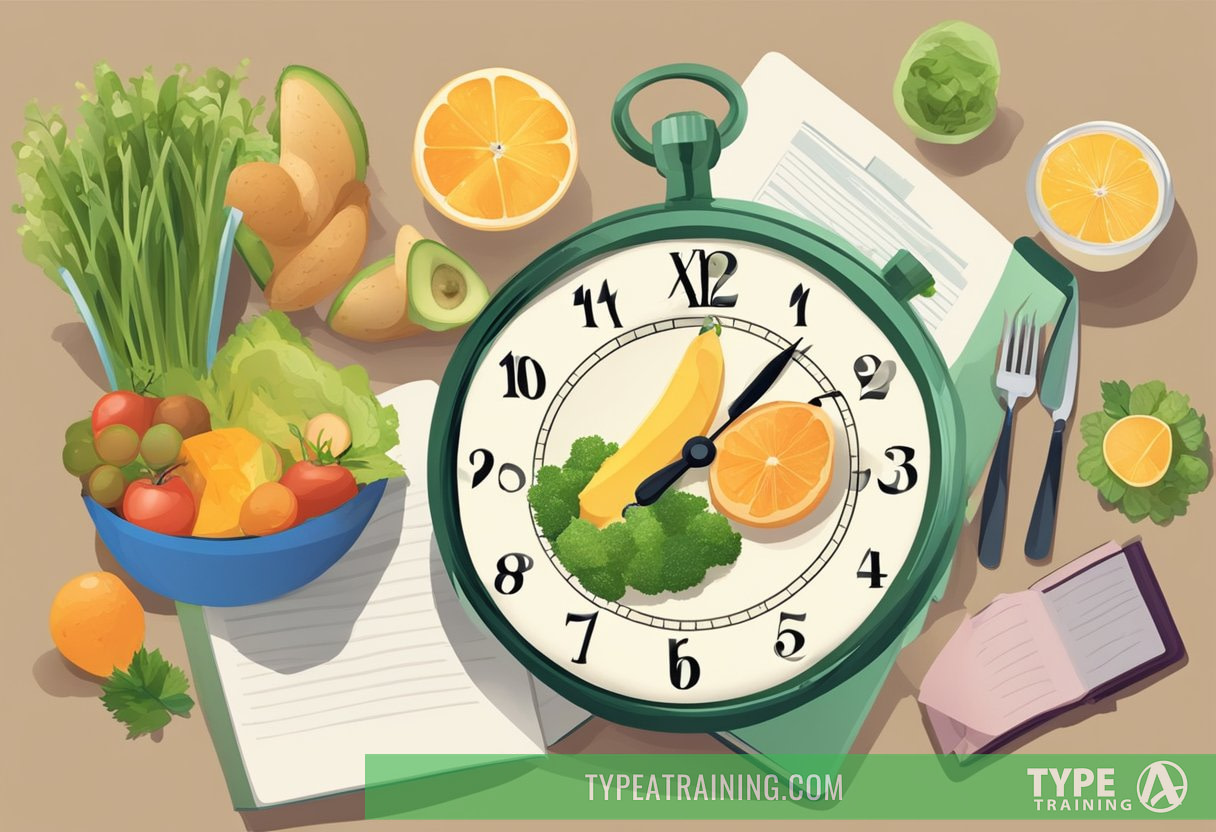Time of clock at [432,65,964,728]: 8:06
